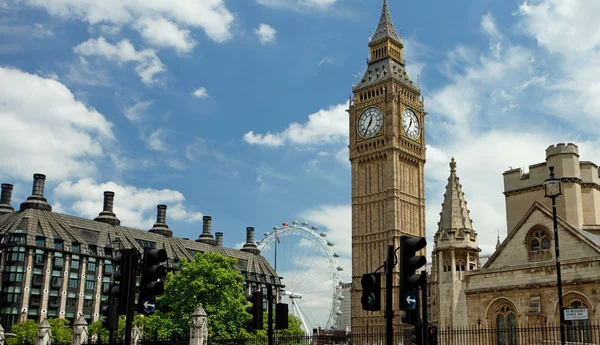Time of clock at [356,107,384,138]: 12:35
